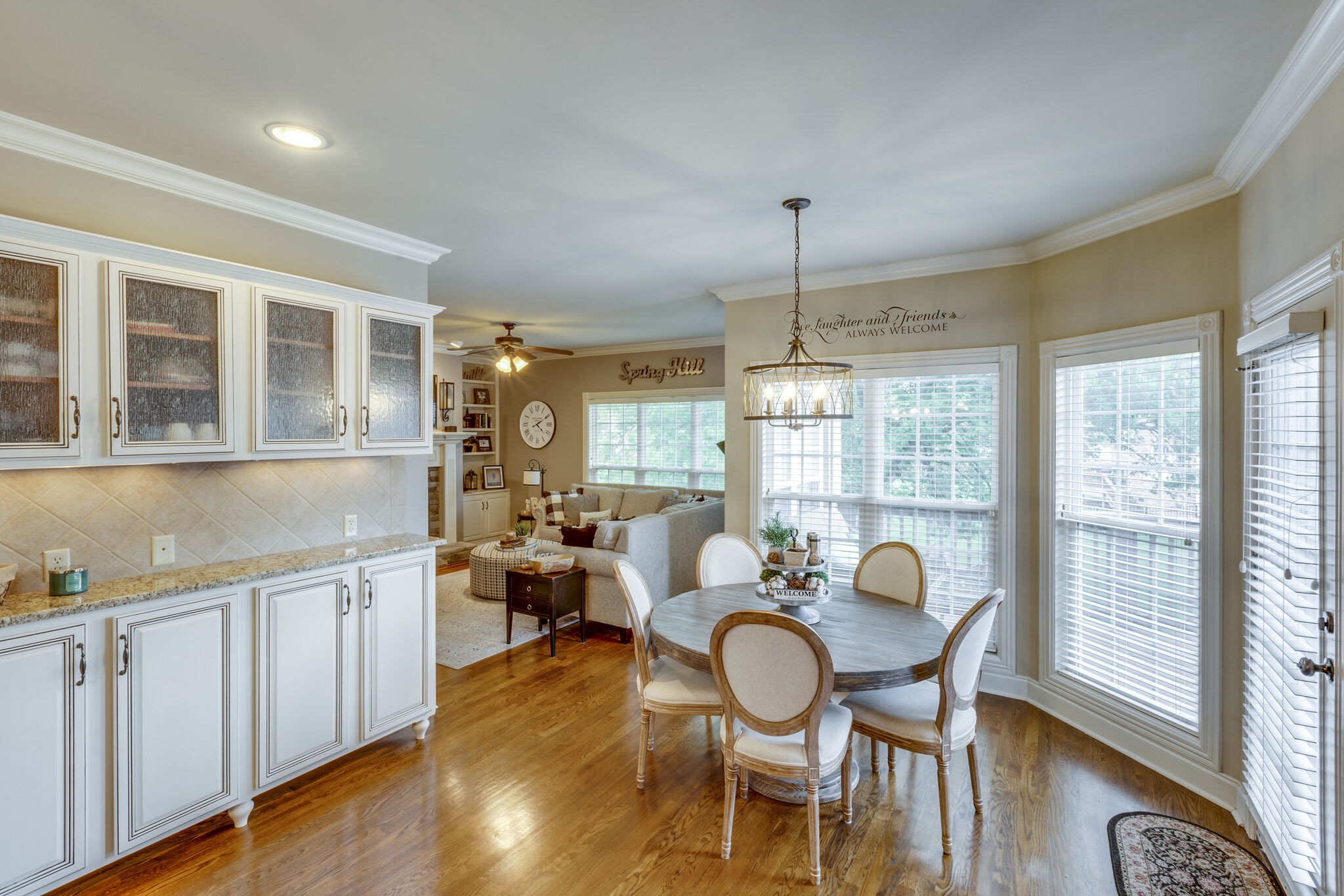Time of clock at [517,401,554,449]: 4:10
